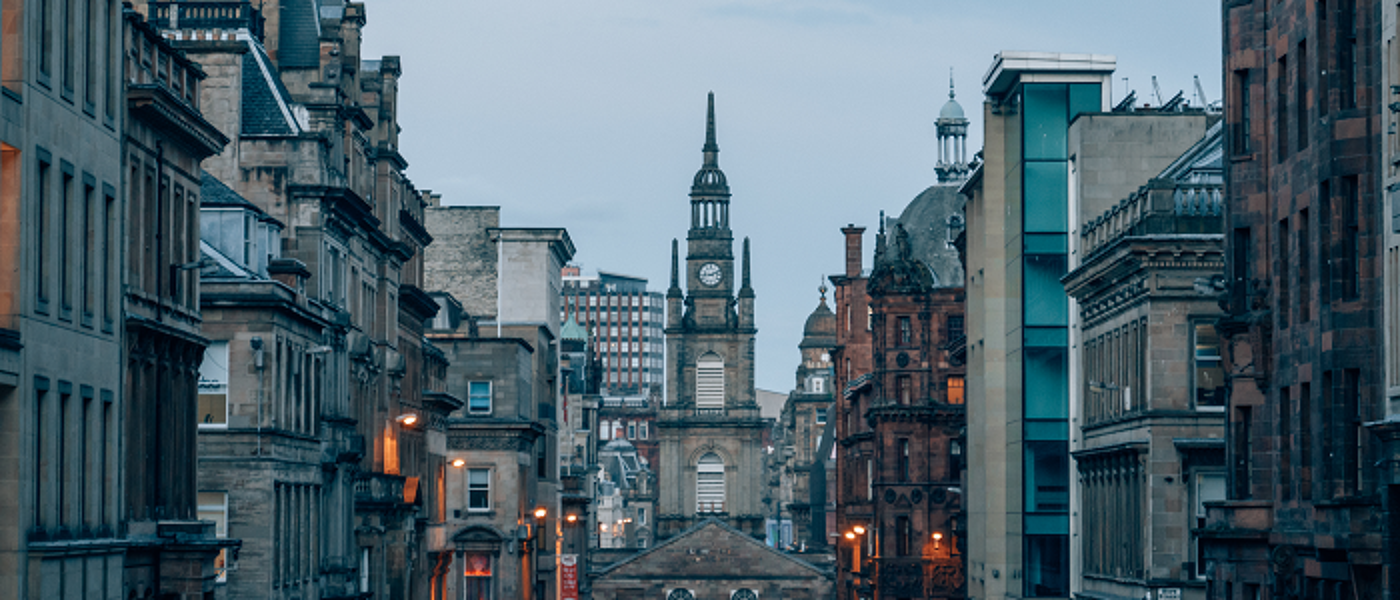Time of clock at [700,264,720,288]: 9:11
